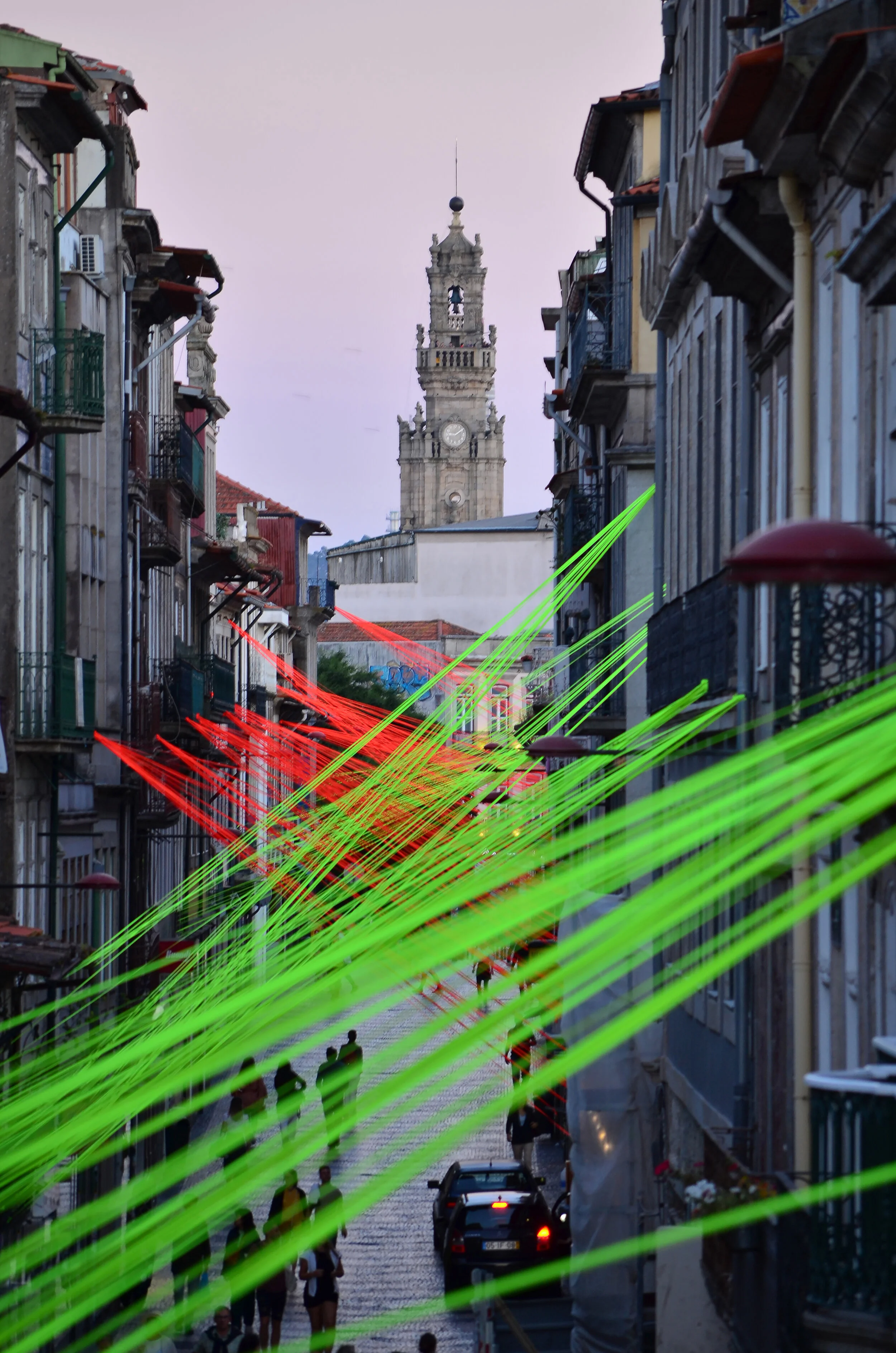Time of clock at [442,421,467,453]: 9:09
